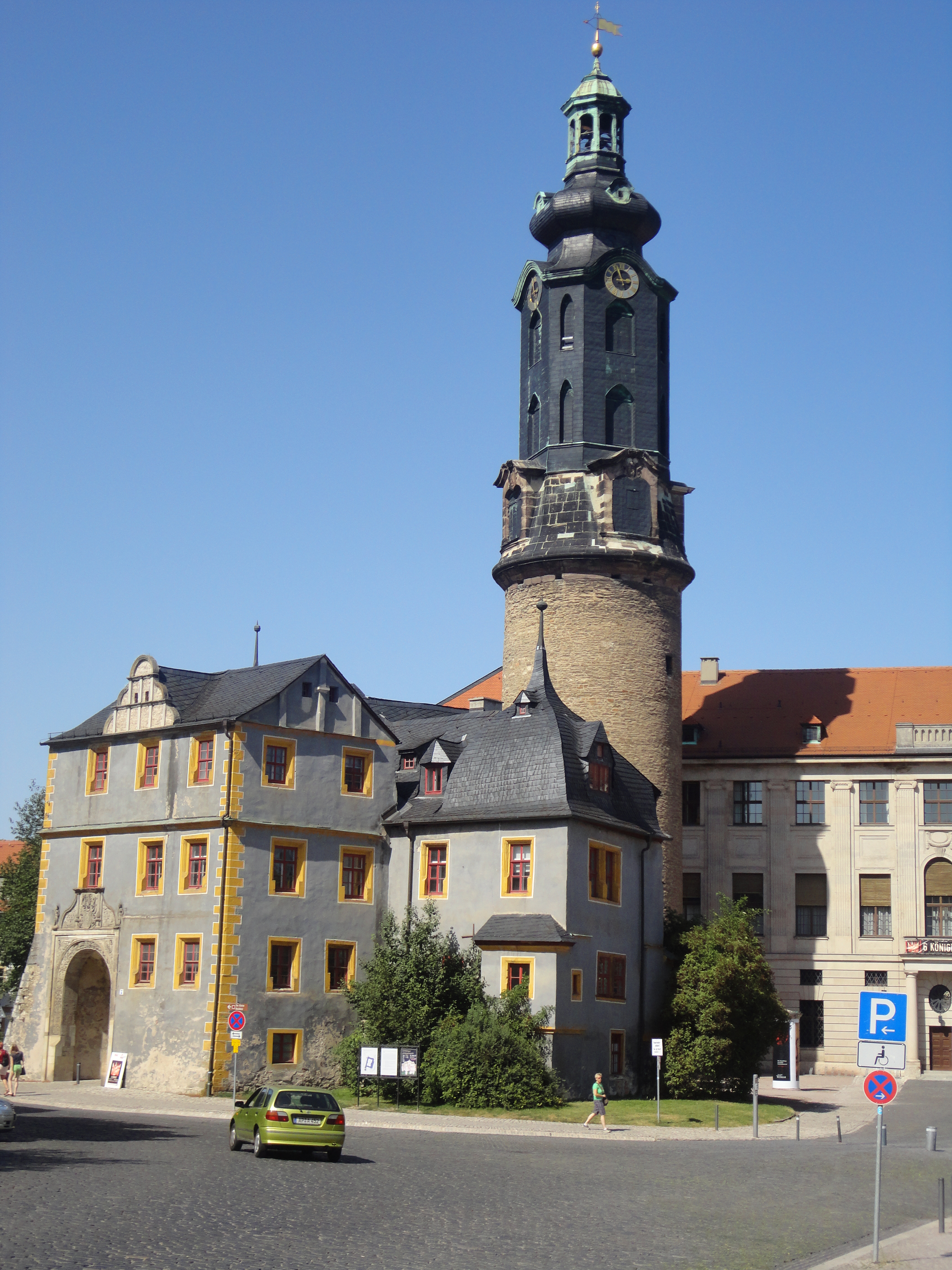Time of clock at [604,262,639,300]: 2:56
